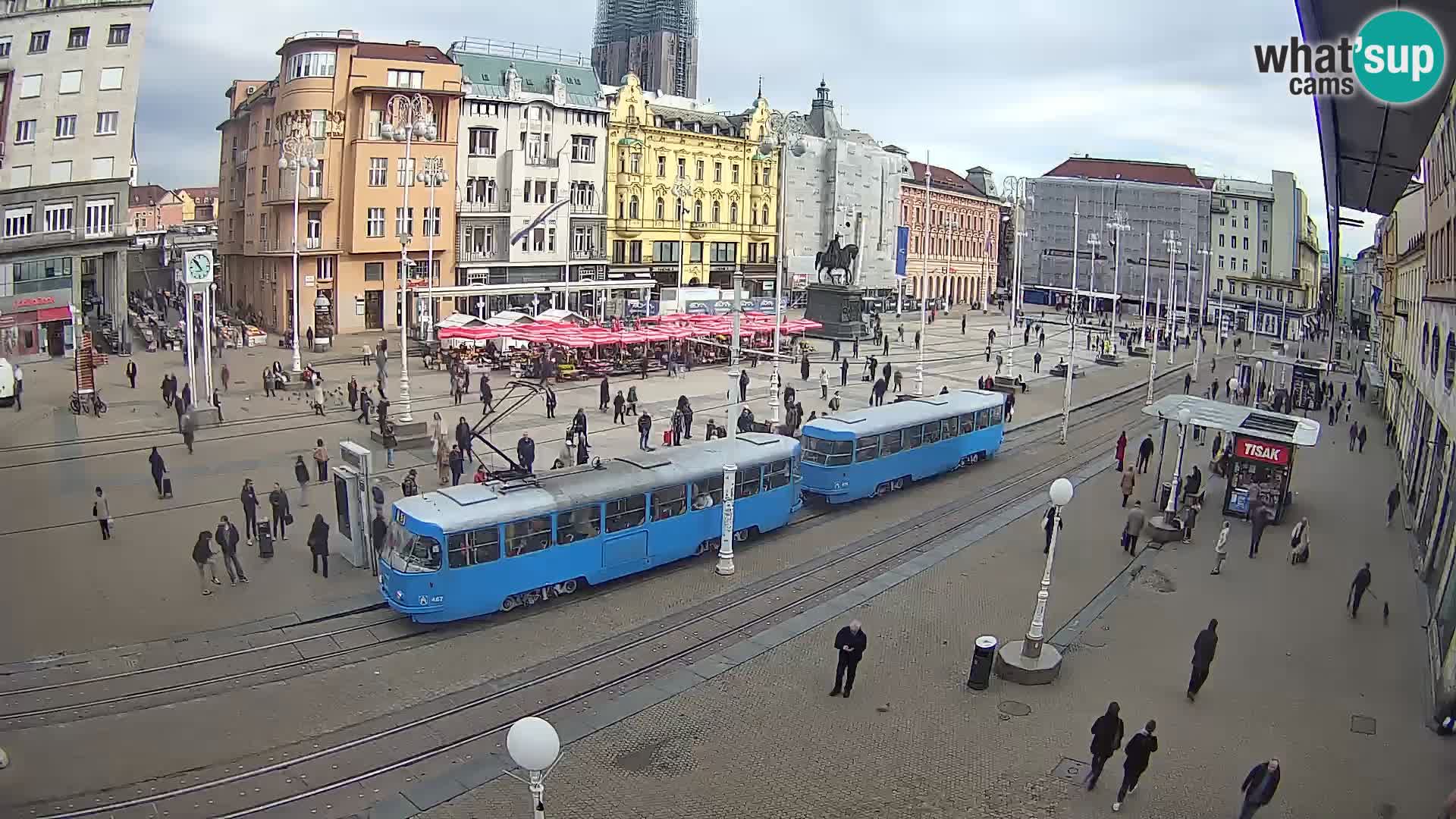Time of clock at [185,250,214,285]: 10:52
